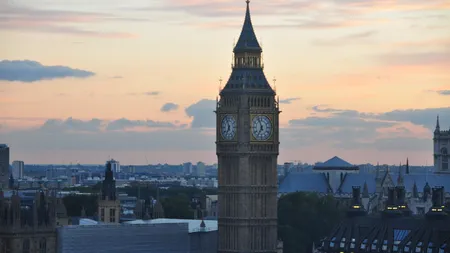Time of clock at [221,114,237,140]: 6:56
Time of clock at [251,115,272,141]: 6:56
